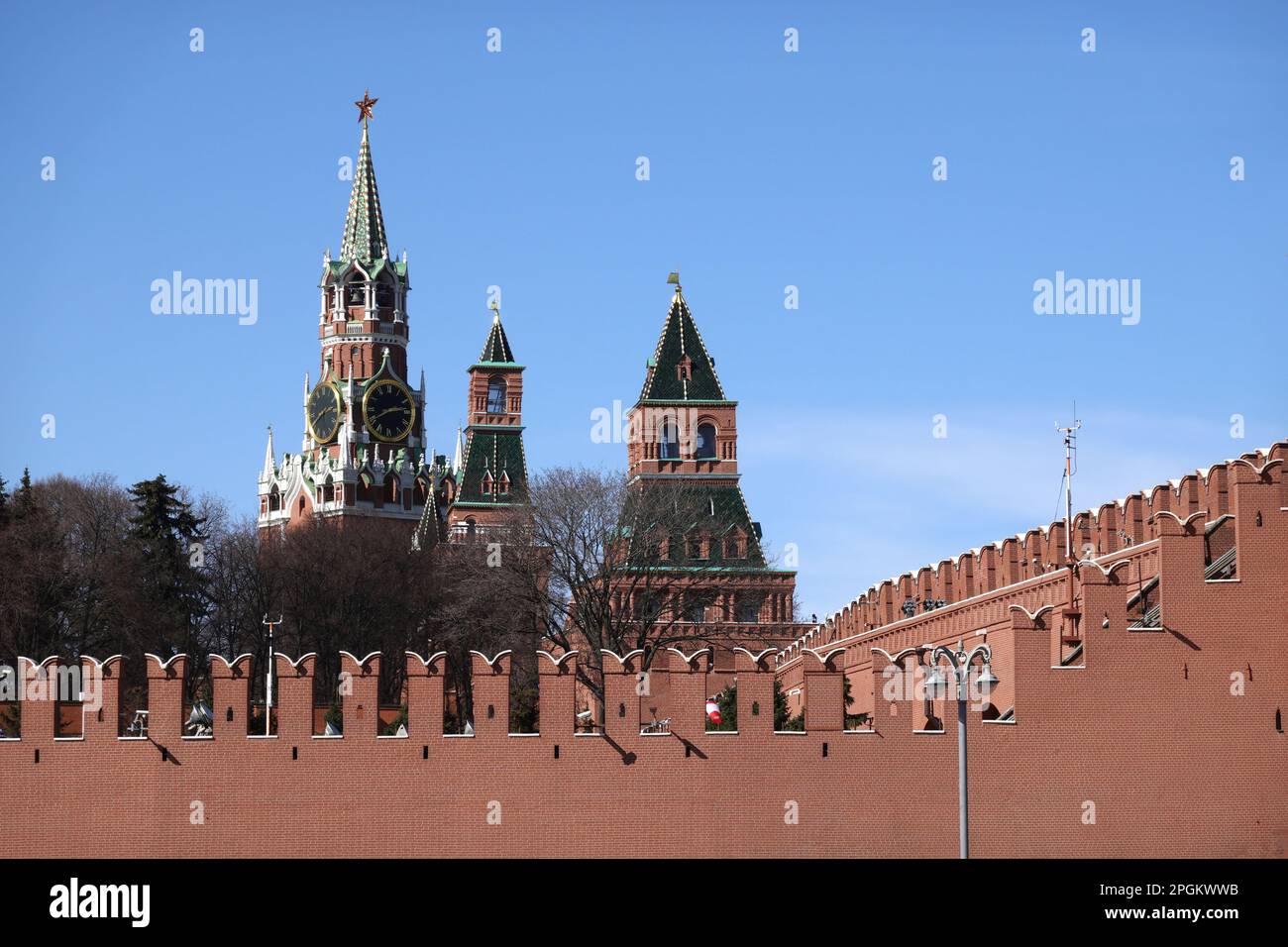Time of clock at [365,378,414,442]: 2:40
